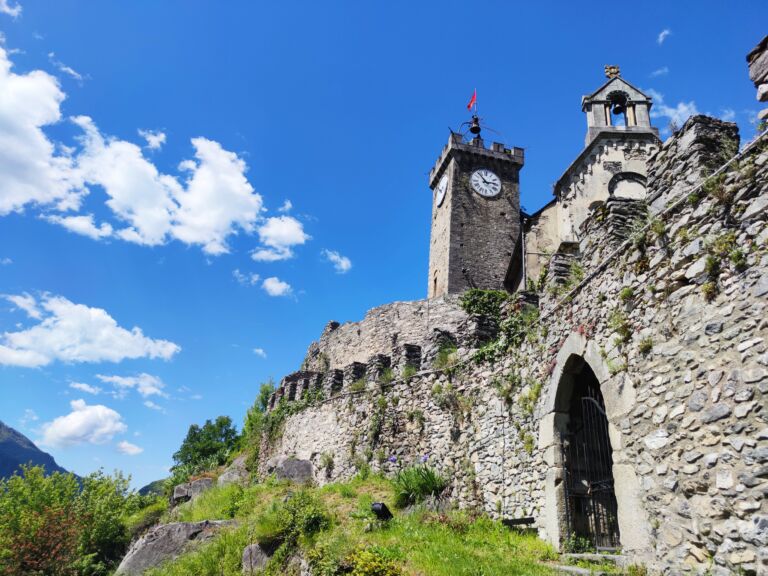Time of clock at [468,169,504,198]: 2:52
